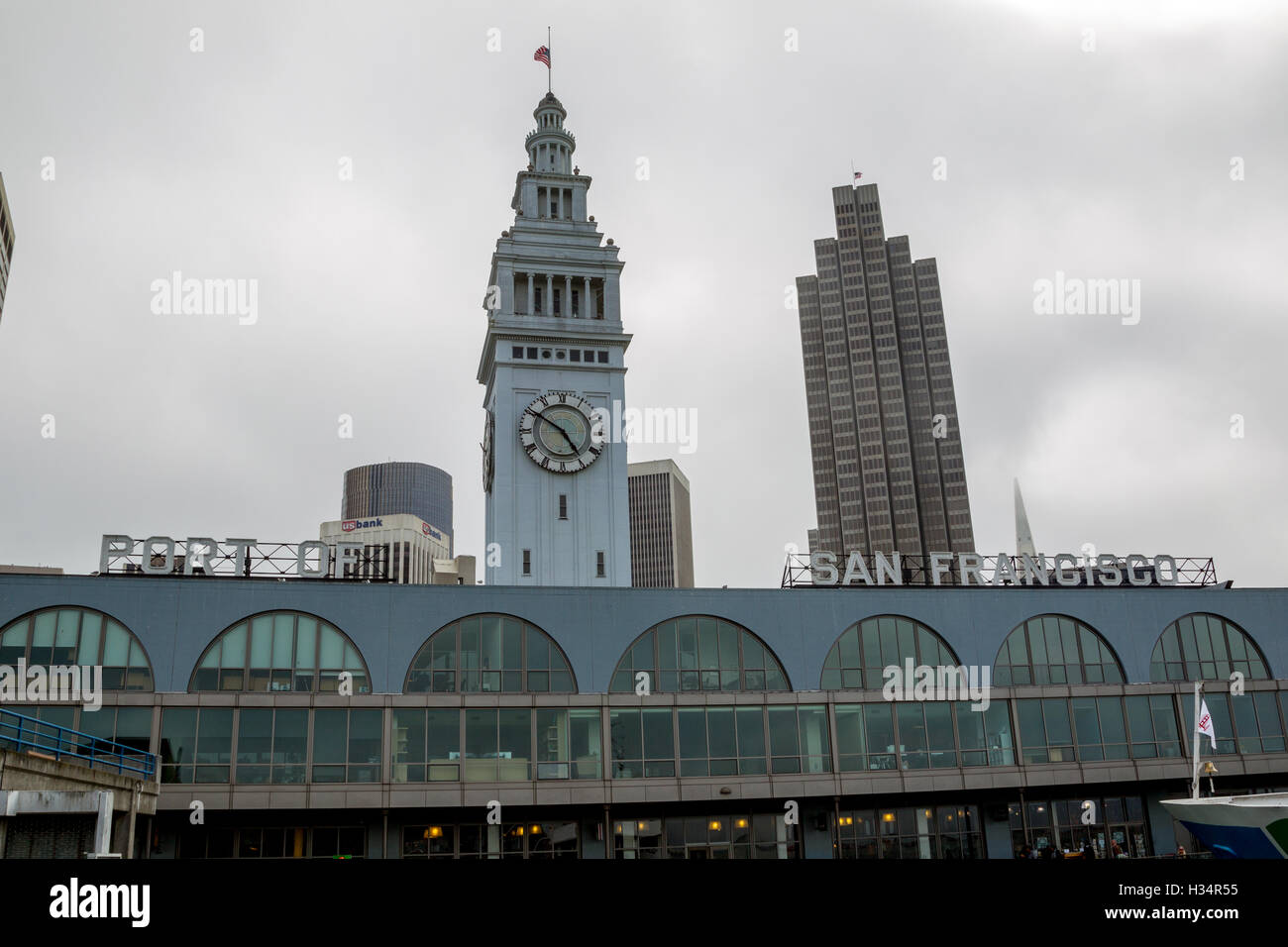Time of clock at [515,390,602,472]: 4:50
